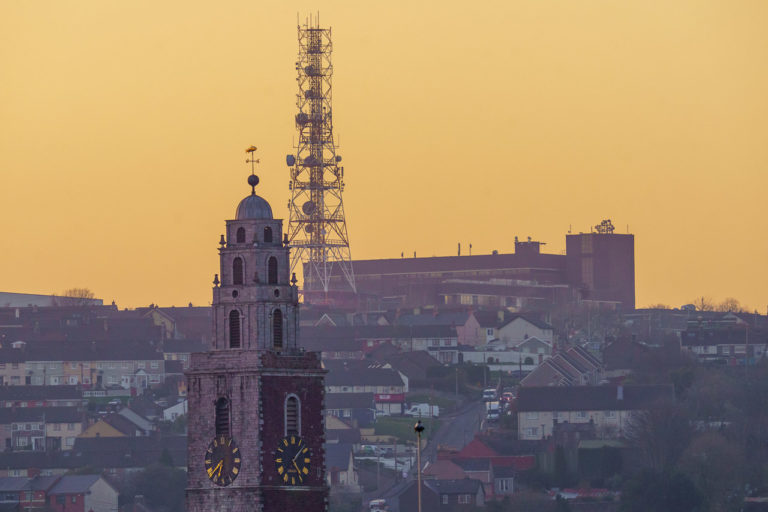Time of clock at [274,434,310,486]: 5:07
